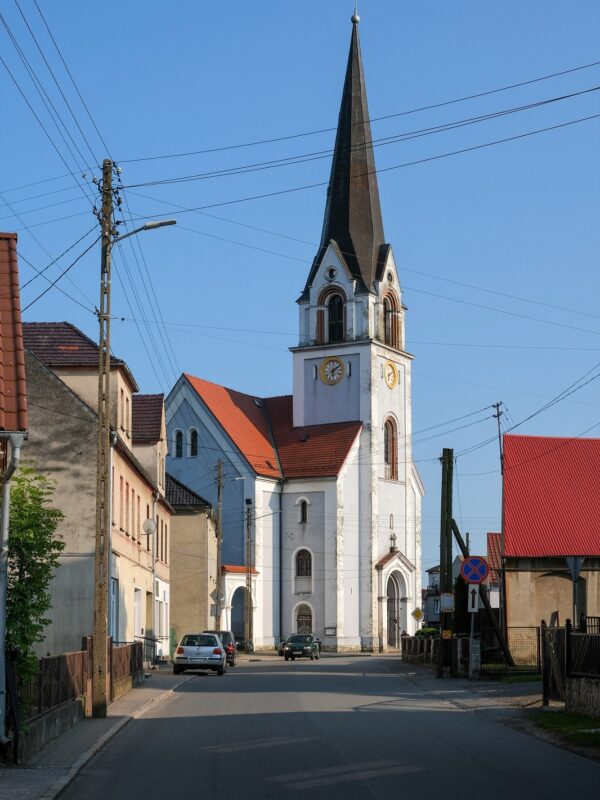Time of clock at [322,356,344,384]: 6:08
